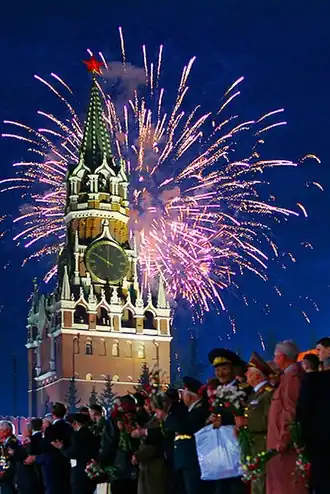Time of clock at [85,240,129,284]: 10:00
